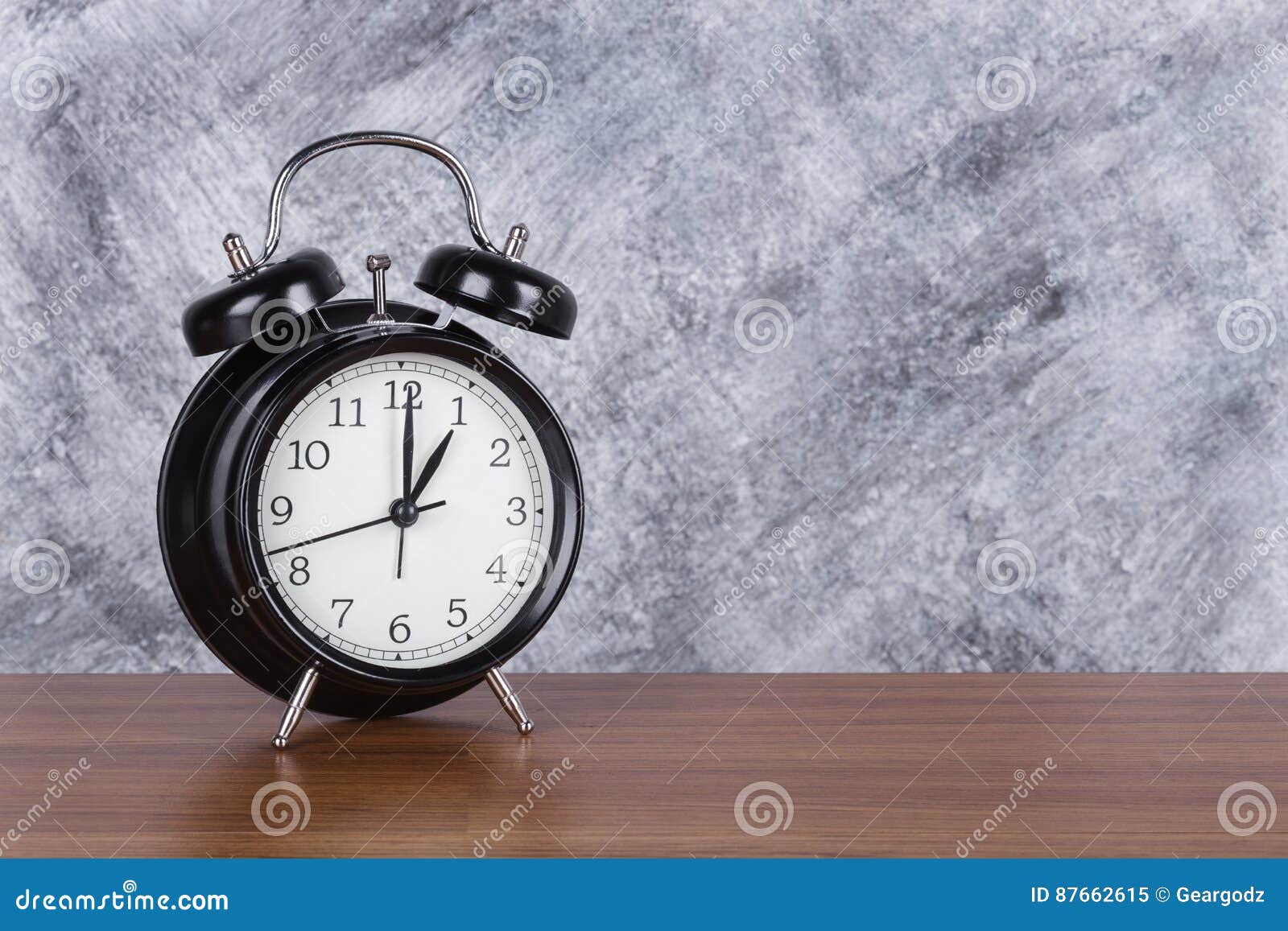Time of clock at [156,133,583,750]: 1:00
